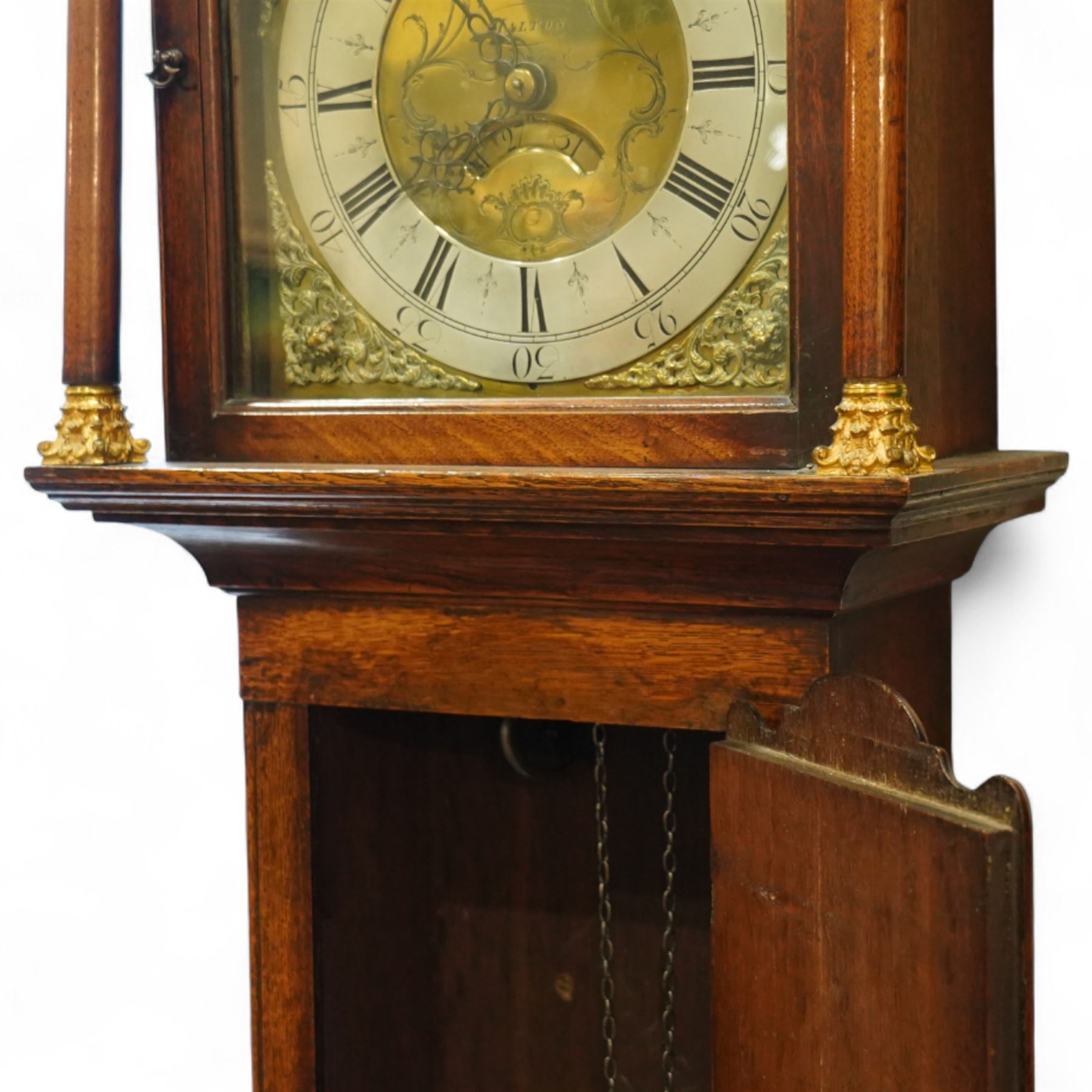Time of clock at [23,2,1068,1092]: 7:40
